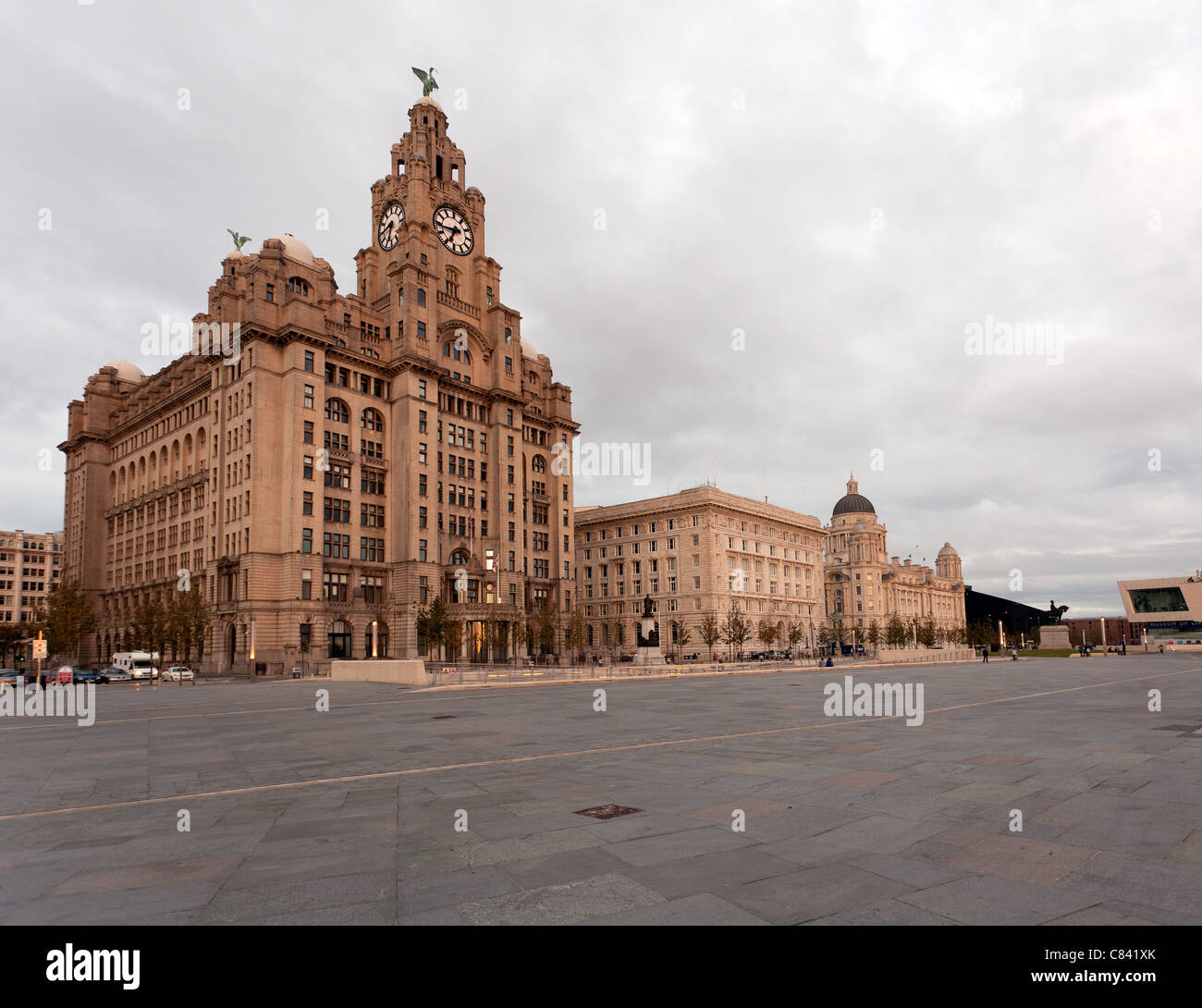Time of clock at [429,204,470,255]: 6:43
